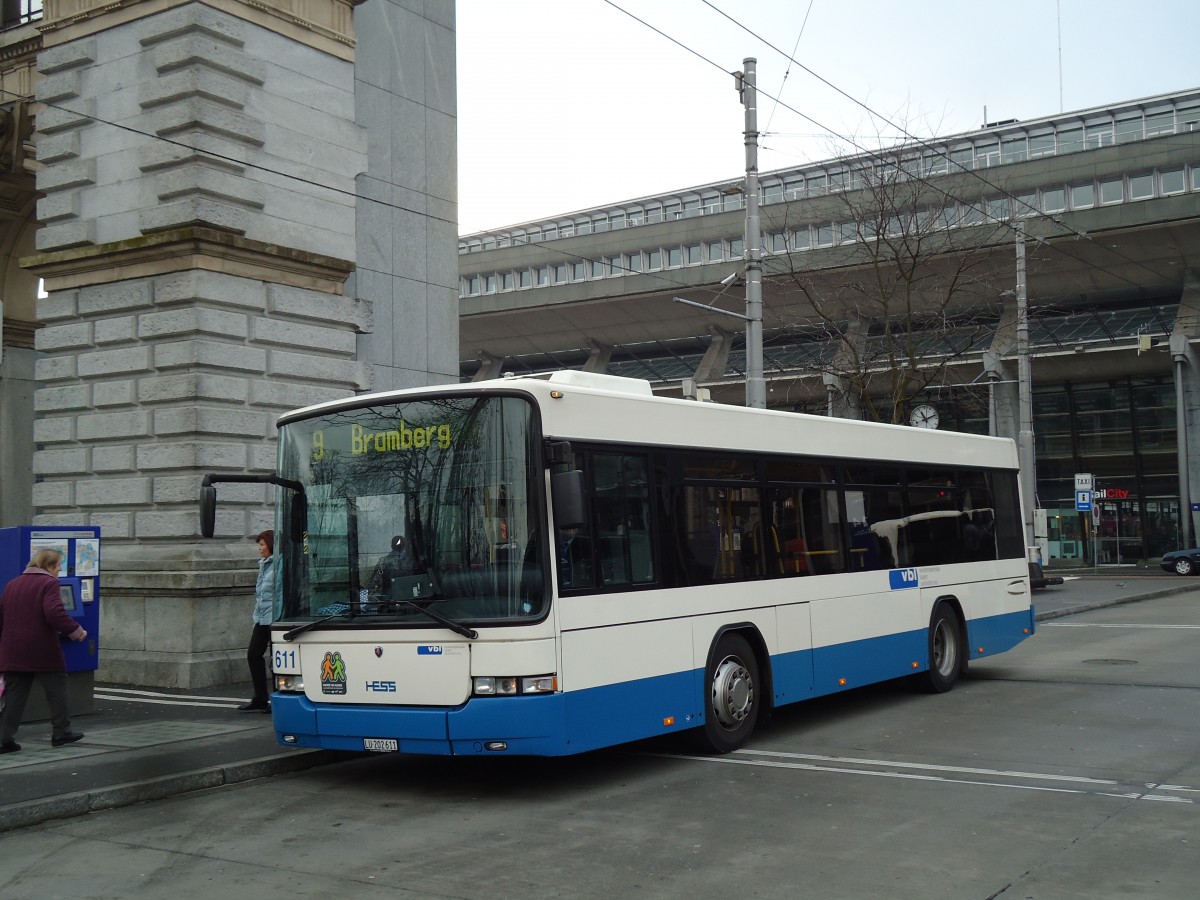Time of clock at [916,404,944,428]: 11:11
